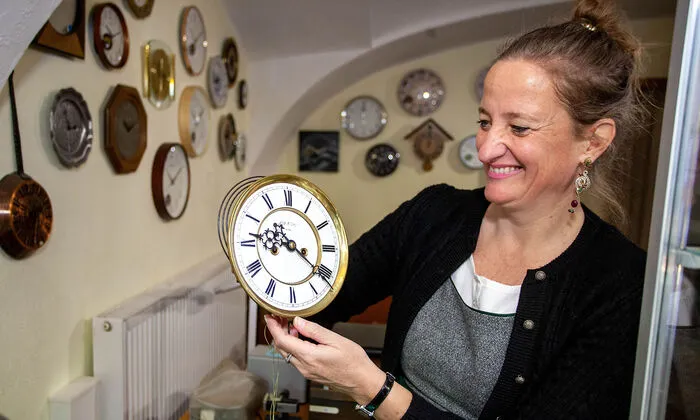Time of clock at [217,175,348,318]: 9:21
